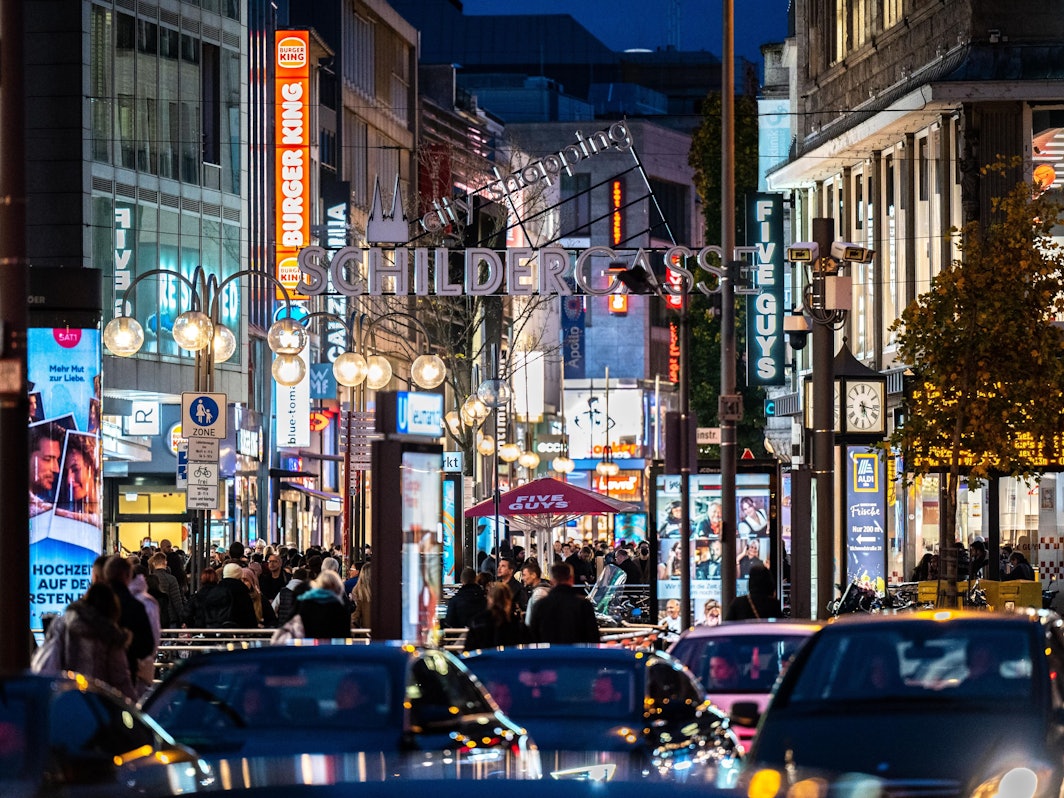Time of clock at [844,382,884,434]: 5:16
